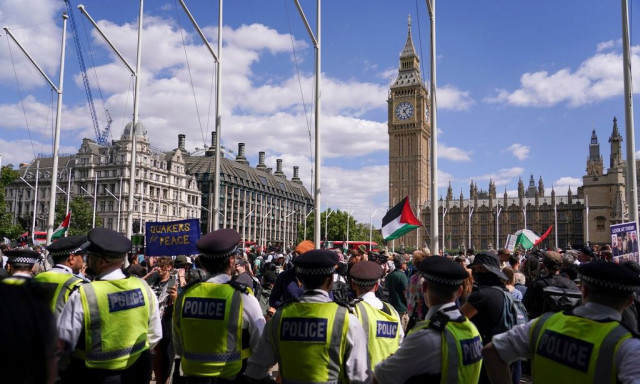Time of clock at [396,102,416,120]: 1:24
